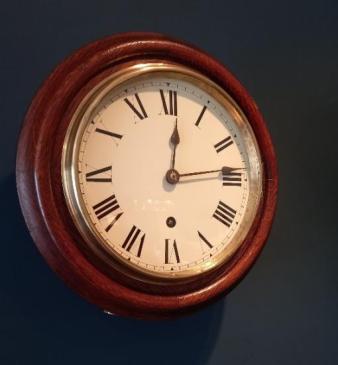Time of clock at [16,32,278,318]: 12:13
